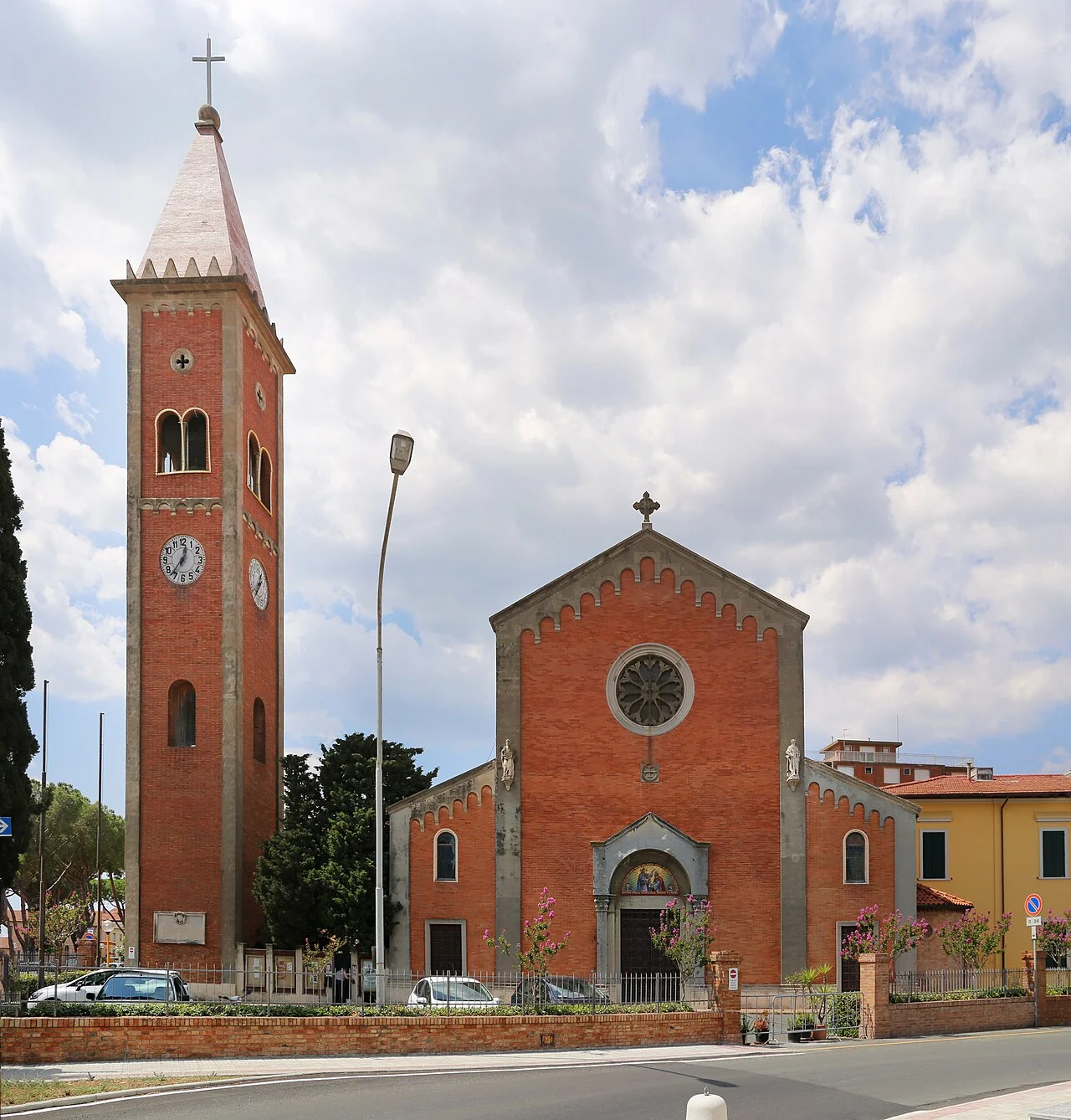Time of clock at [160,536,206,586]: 12:36
